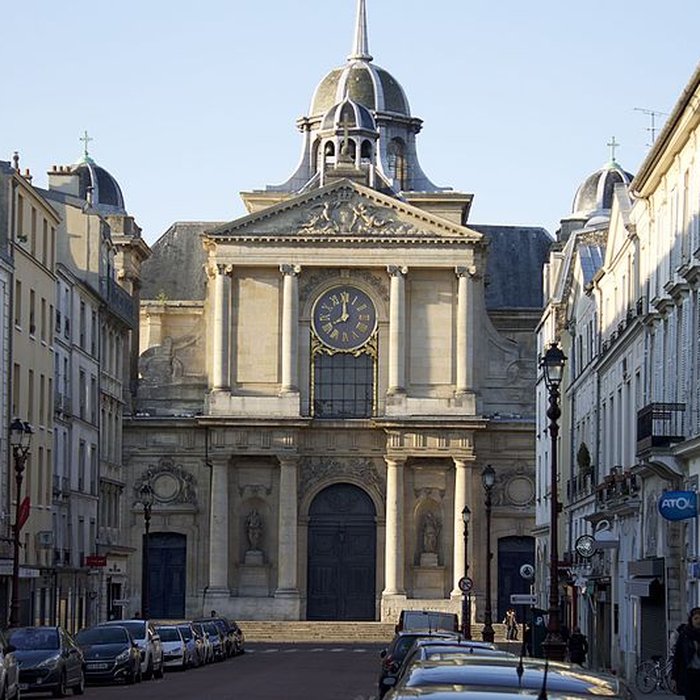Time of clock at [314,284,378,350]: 7:59
